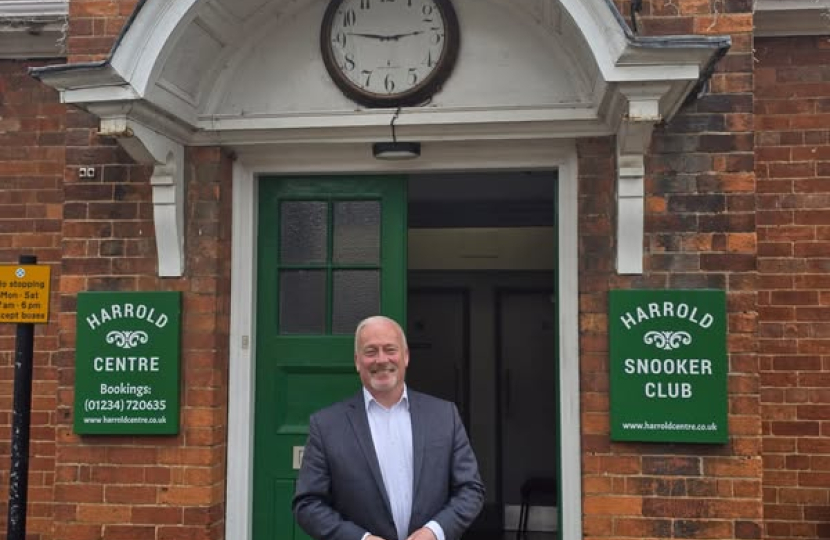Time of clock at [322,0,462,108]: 2:46
